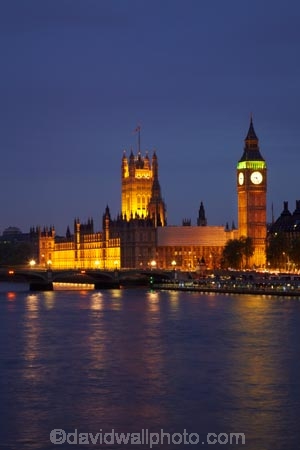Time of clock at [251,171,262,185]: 9:25
